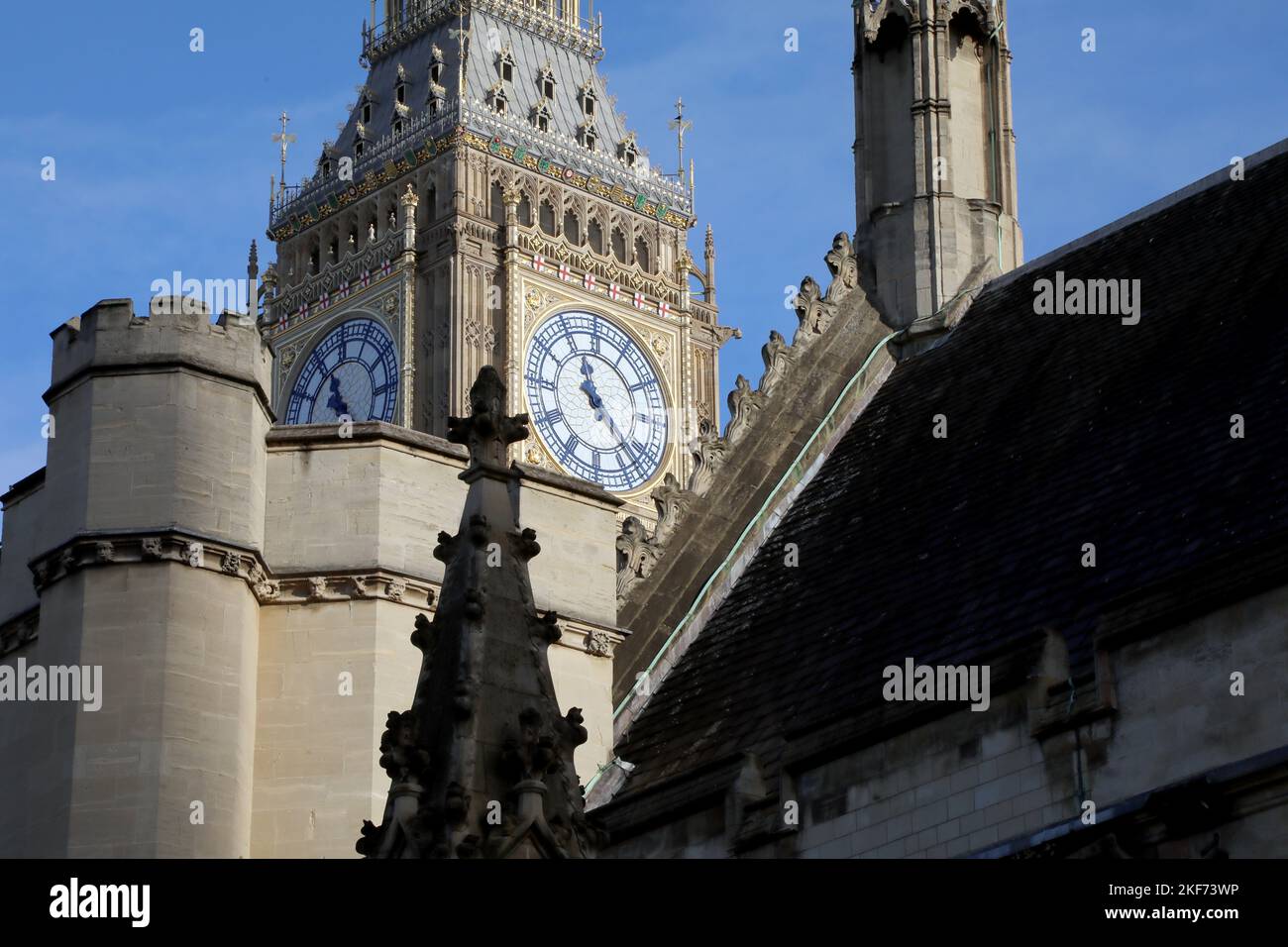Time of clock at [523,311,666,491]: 11:22
